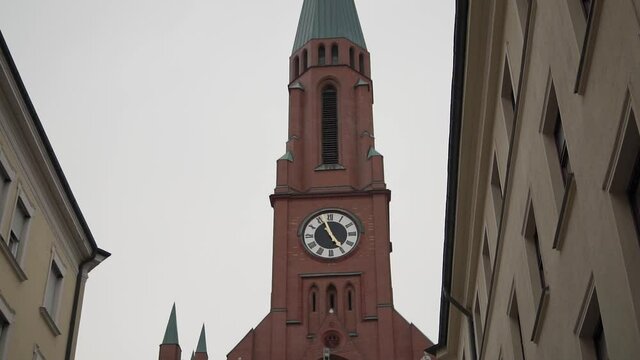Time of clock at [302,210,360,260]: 4:56
